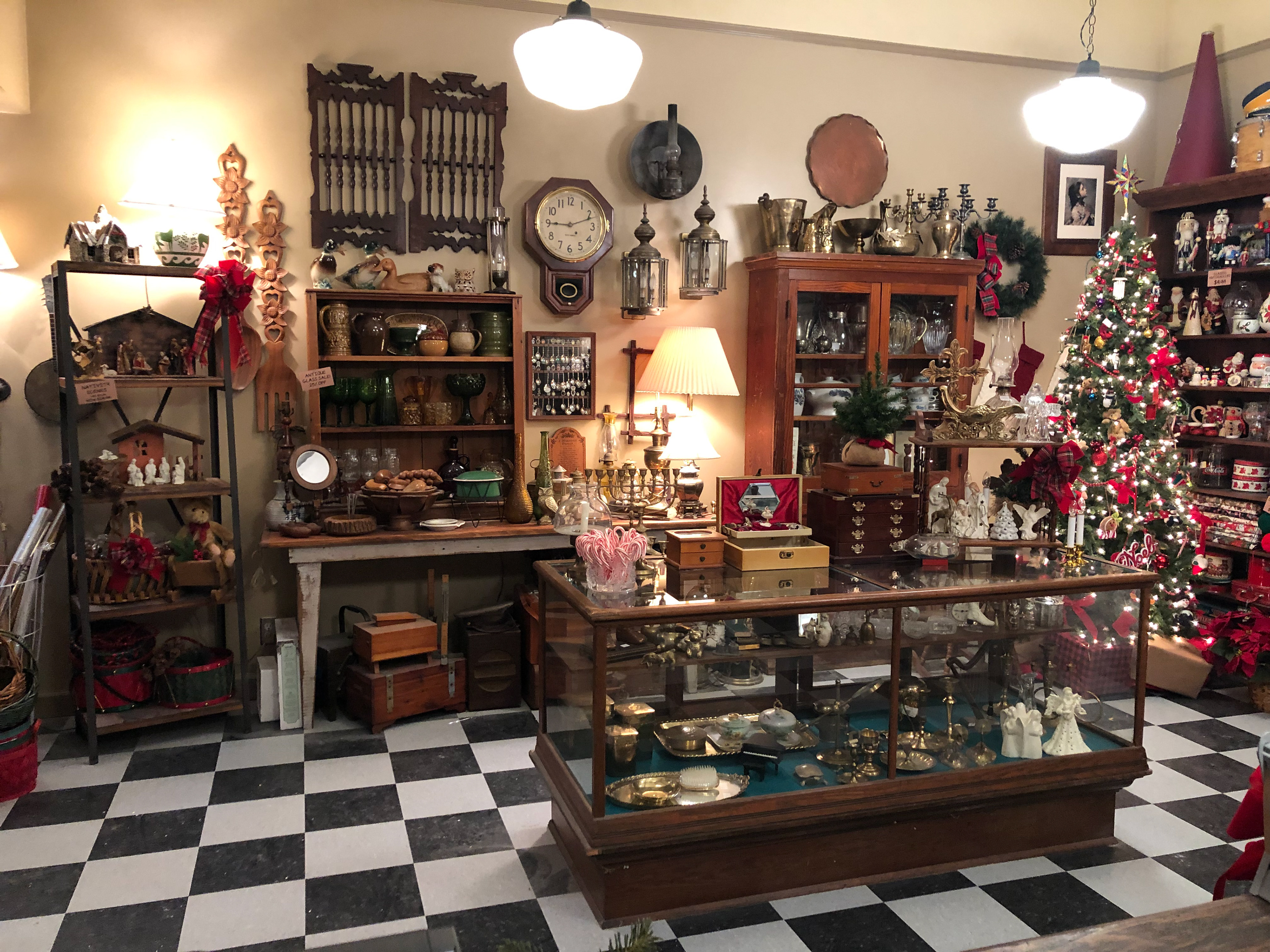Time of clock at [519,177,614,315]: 9:11
